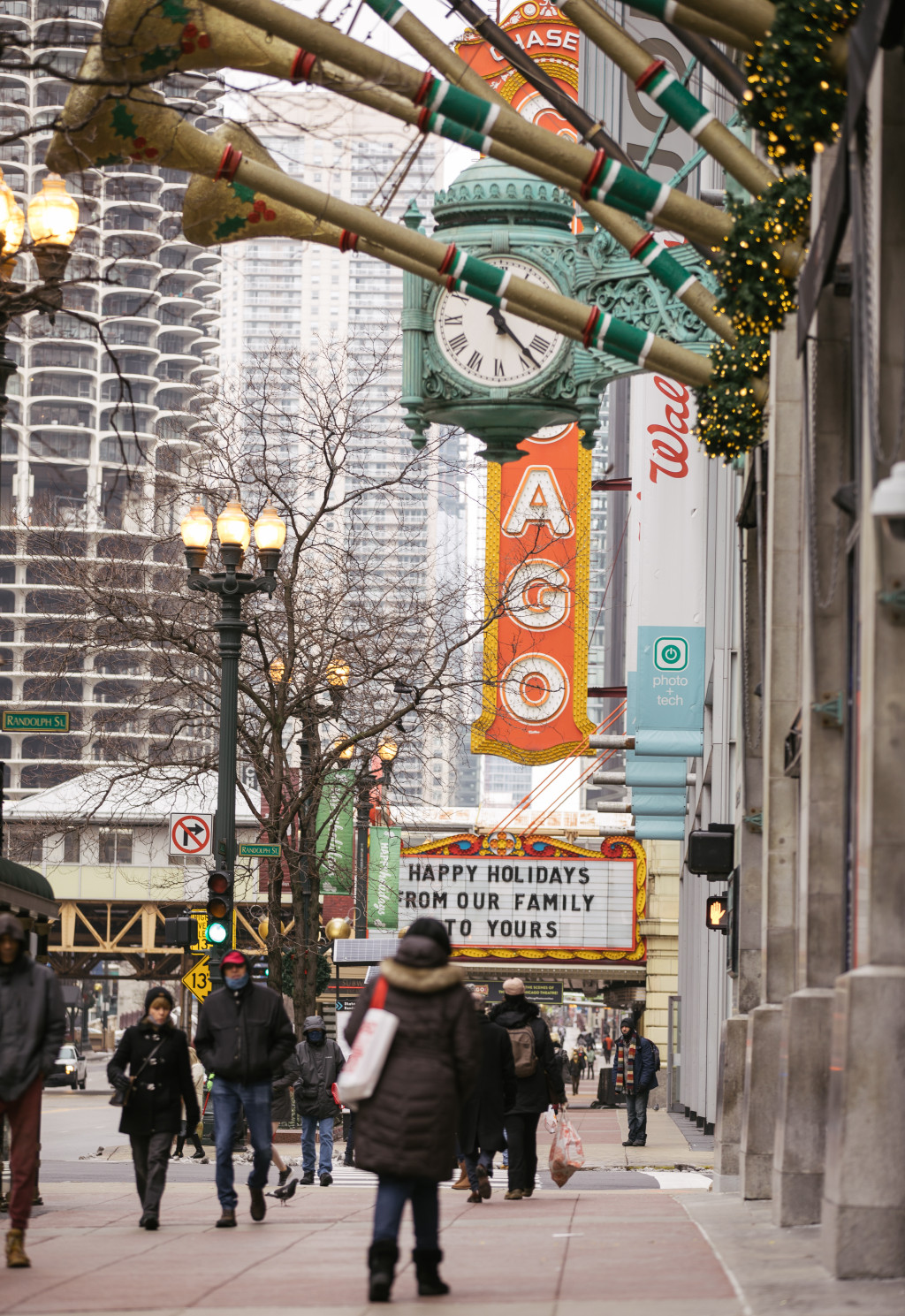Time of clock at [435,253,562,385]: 12:23
